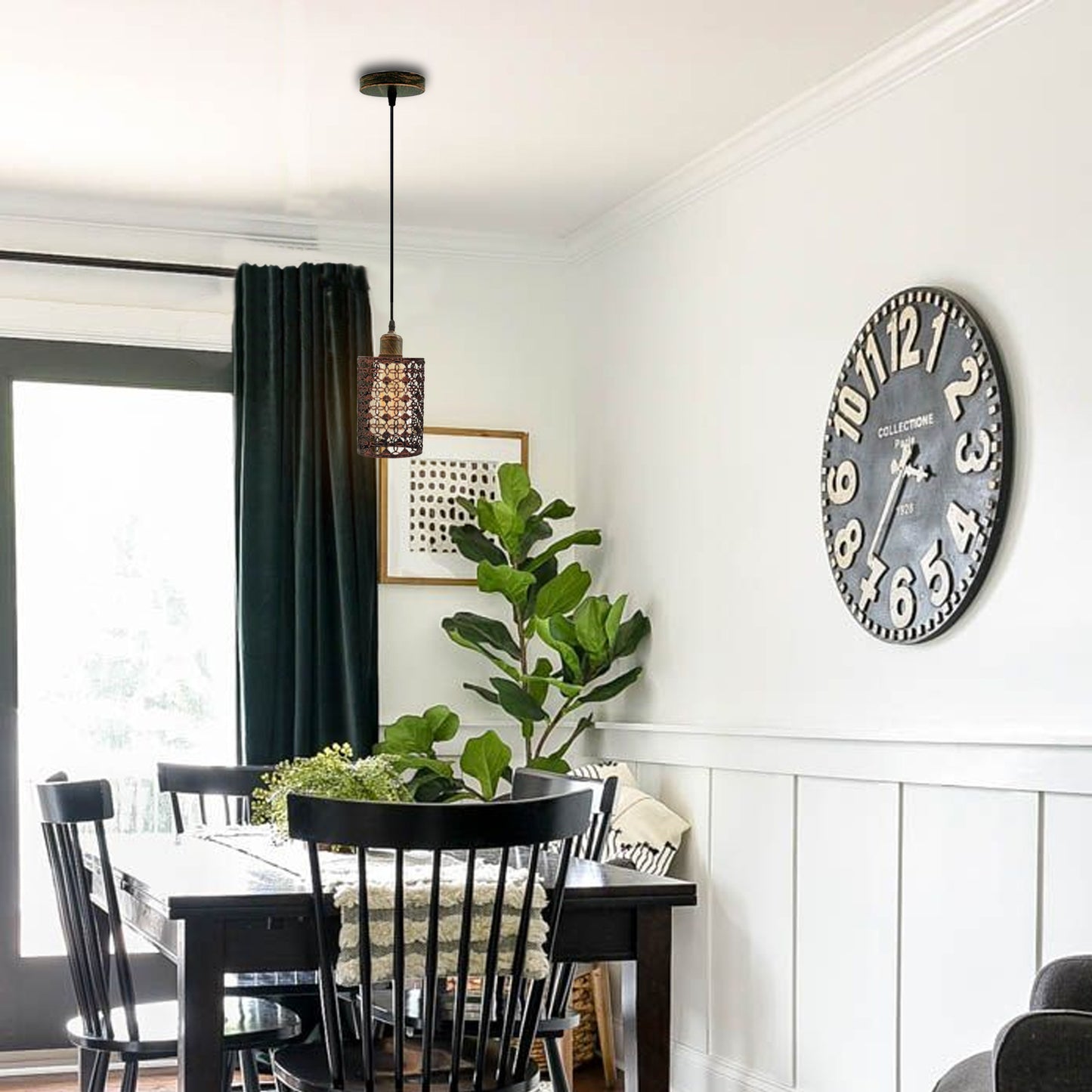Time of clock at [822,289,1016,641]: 3:36
